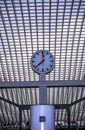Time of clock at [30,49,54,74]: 12:38
